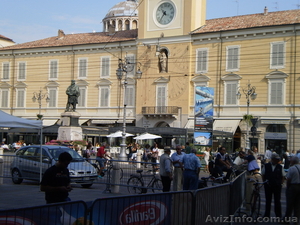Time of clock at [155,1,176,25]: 10:36
